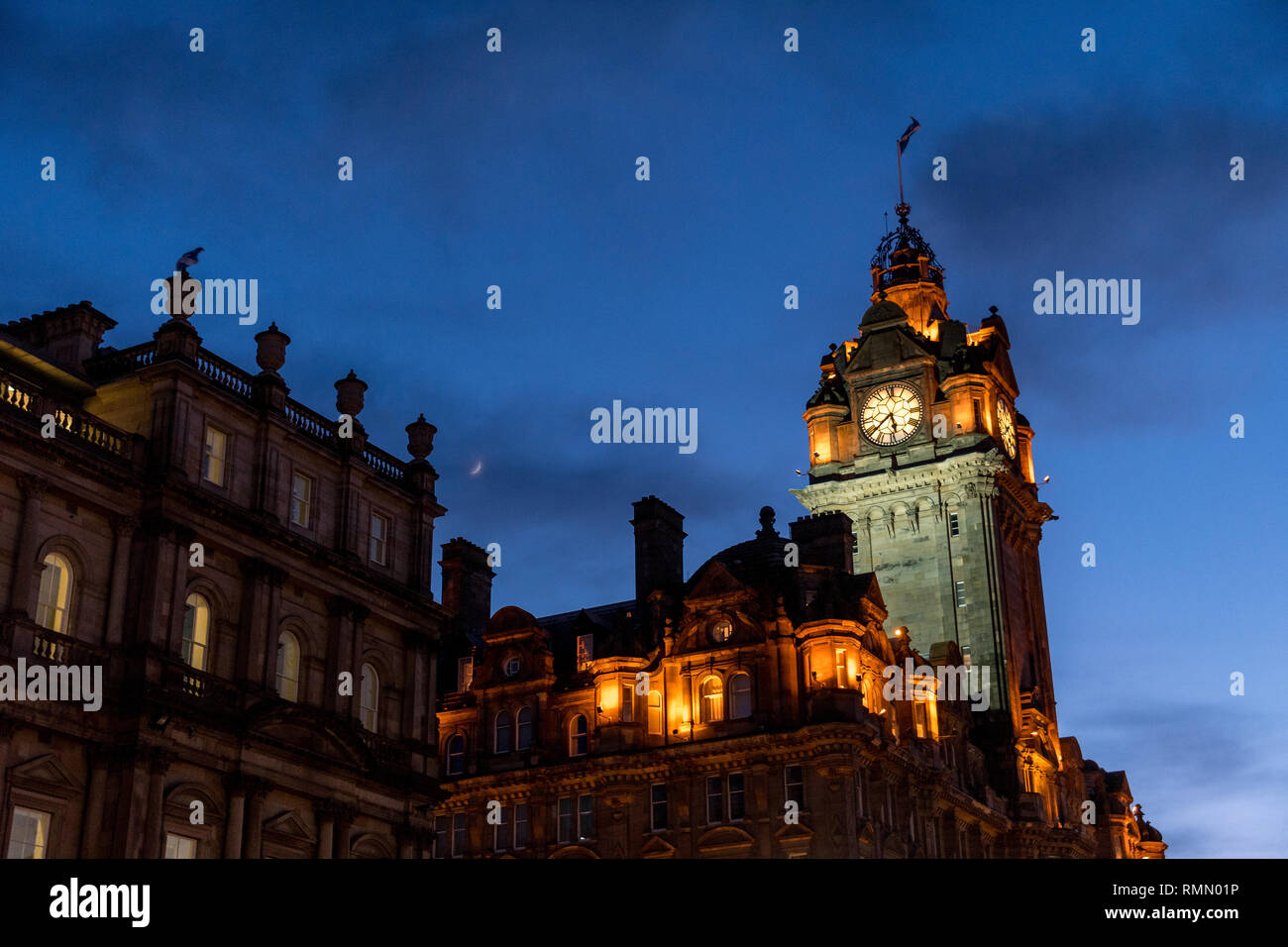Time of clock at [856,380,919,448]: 5:38
